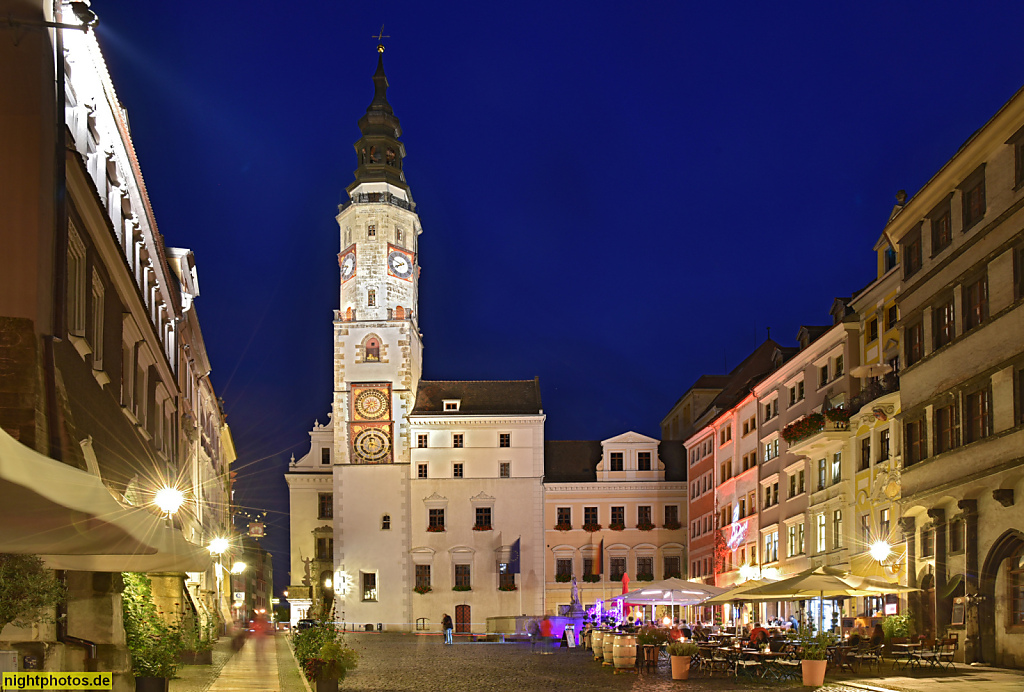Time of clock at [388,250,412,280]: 7:47
